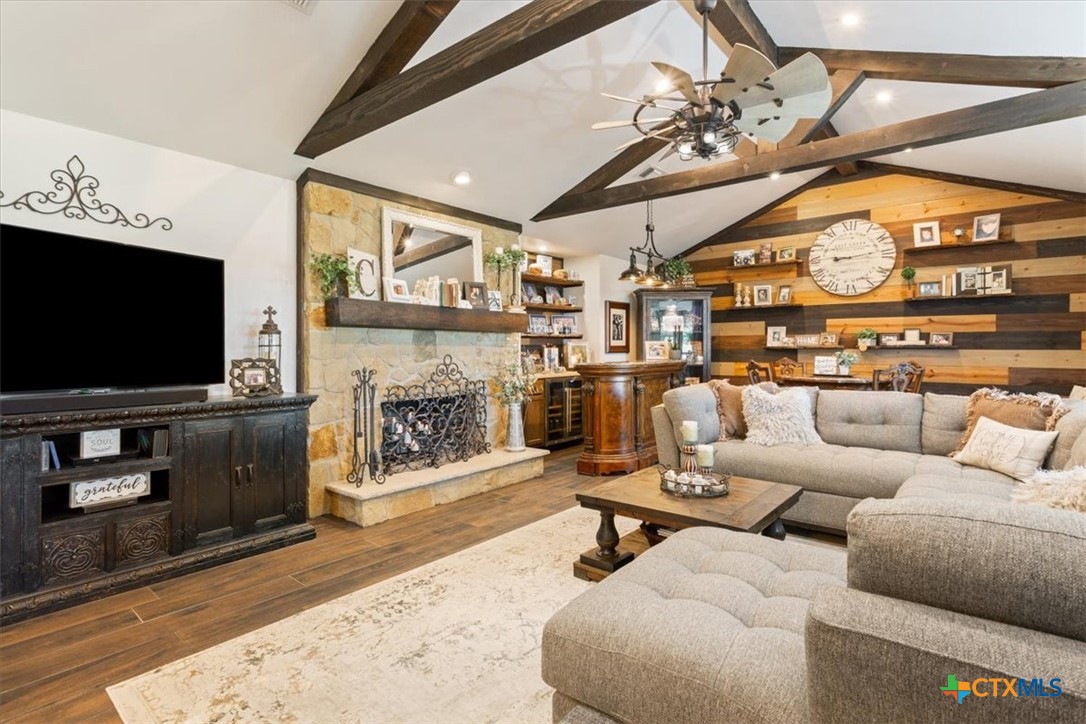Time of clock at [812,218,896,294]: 9:13
